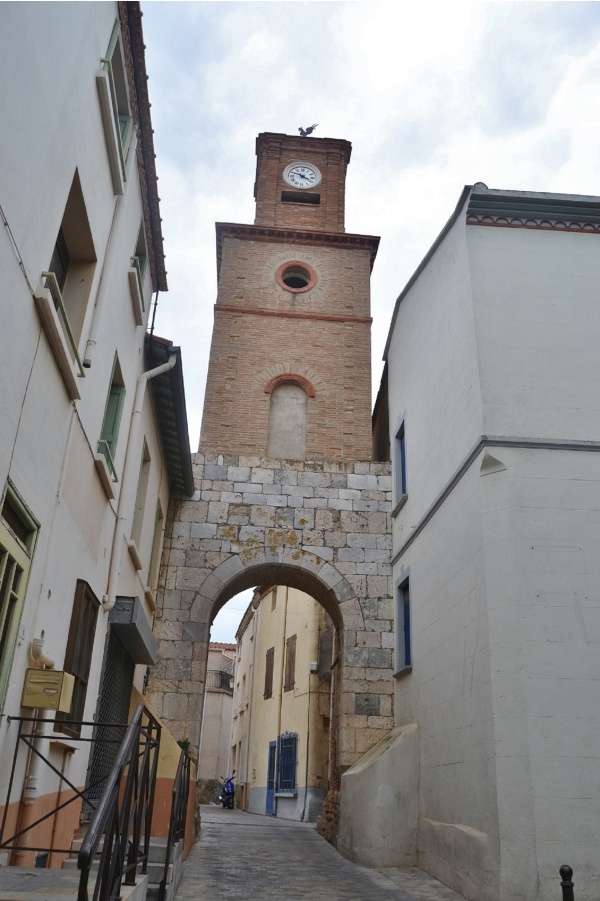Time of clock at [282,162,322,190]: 3:48
